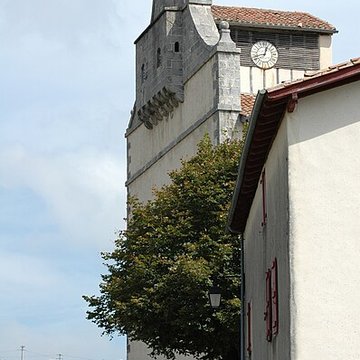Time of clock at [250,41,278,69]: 12:42
